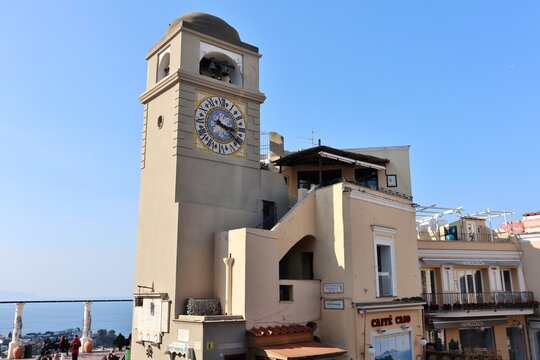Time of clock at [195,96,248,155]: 3:21
